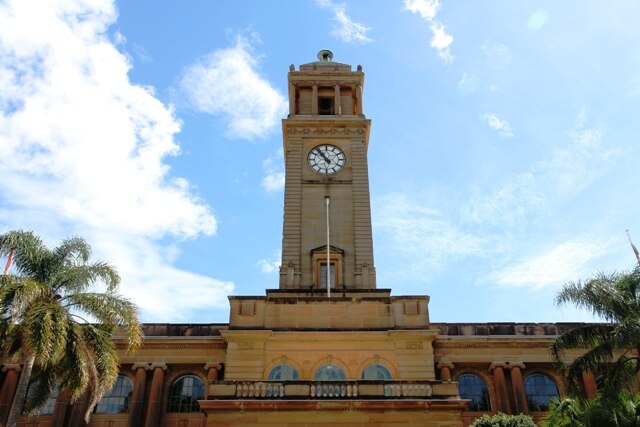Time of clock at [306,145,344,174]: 10:53
